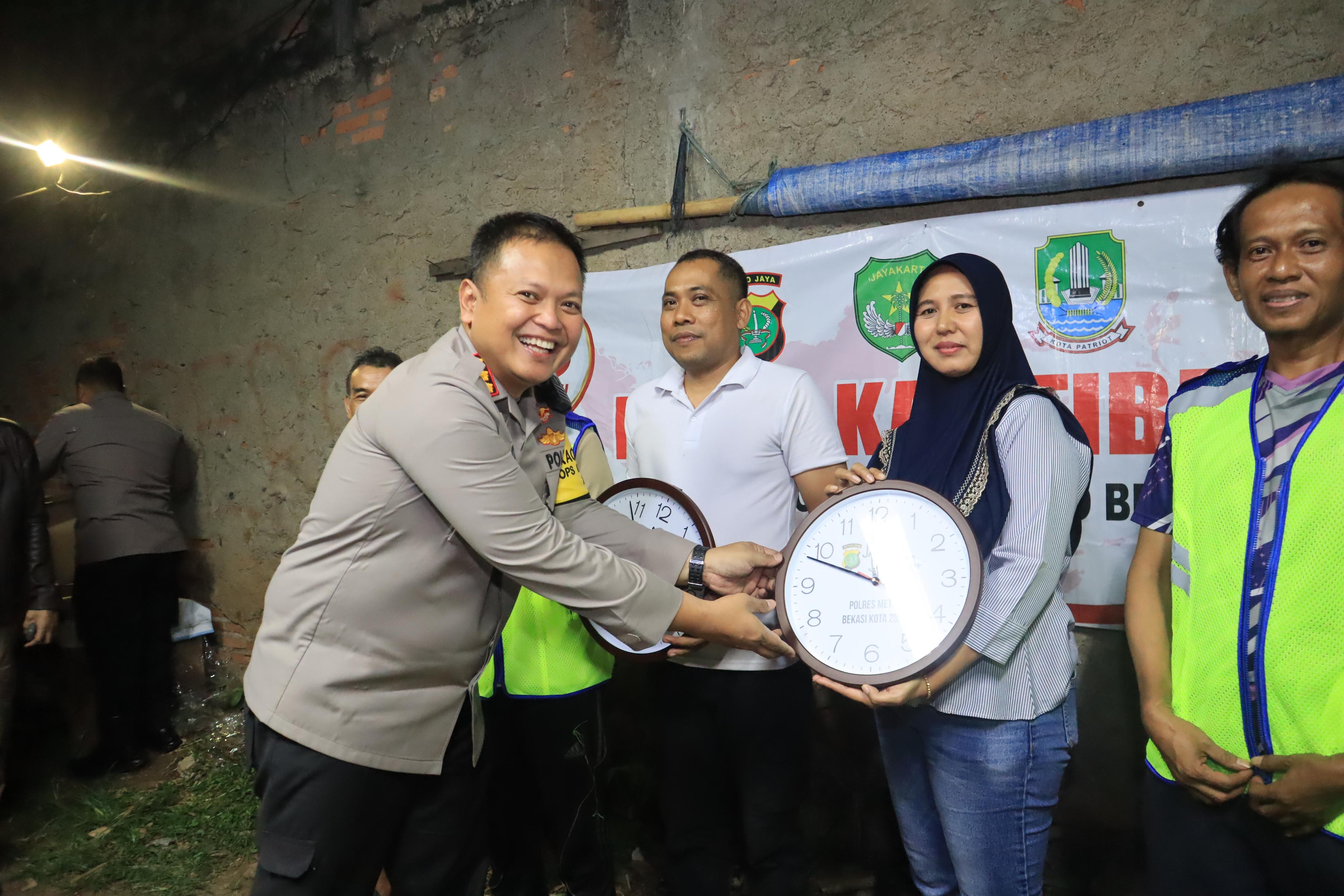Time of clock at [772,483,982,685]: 9:48
